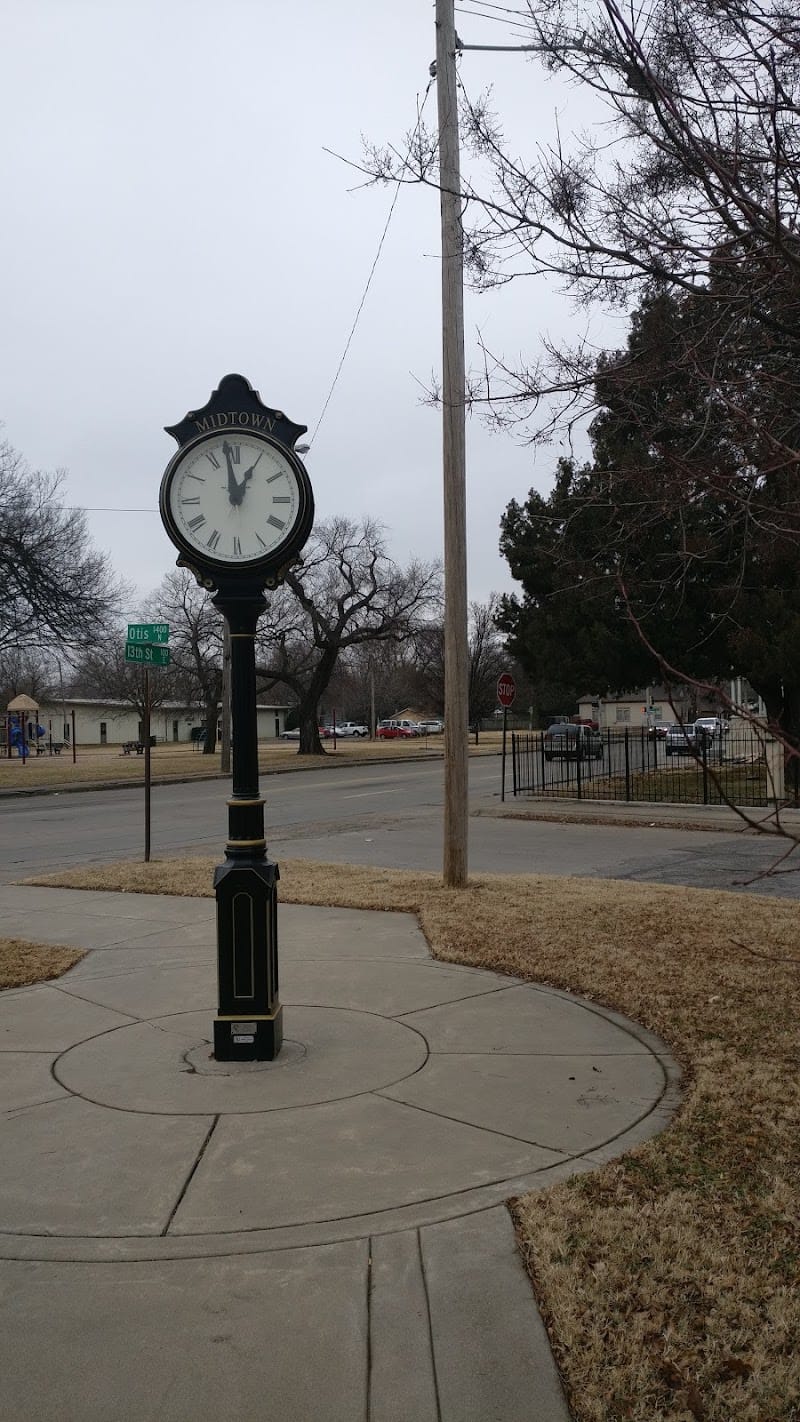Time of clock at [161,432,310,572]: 12:58
